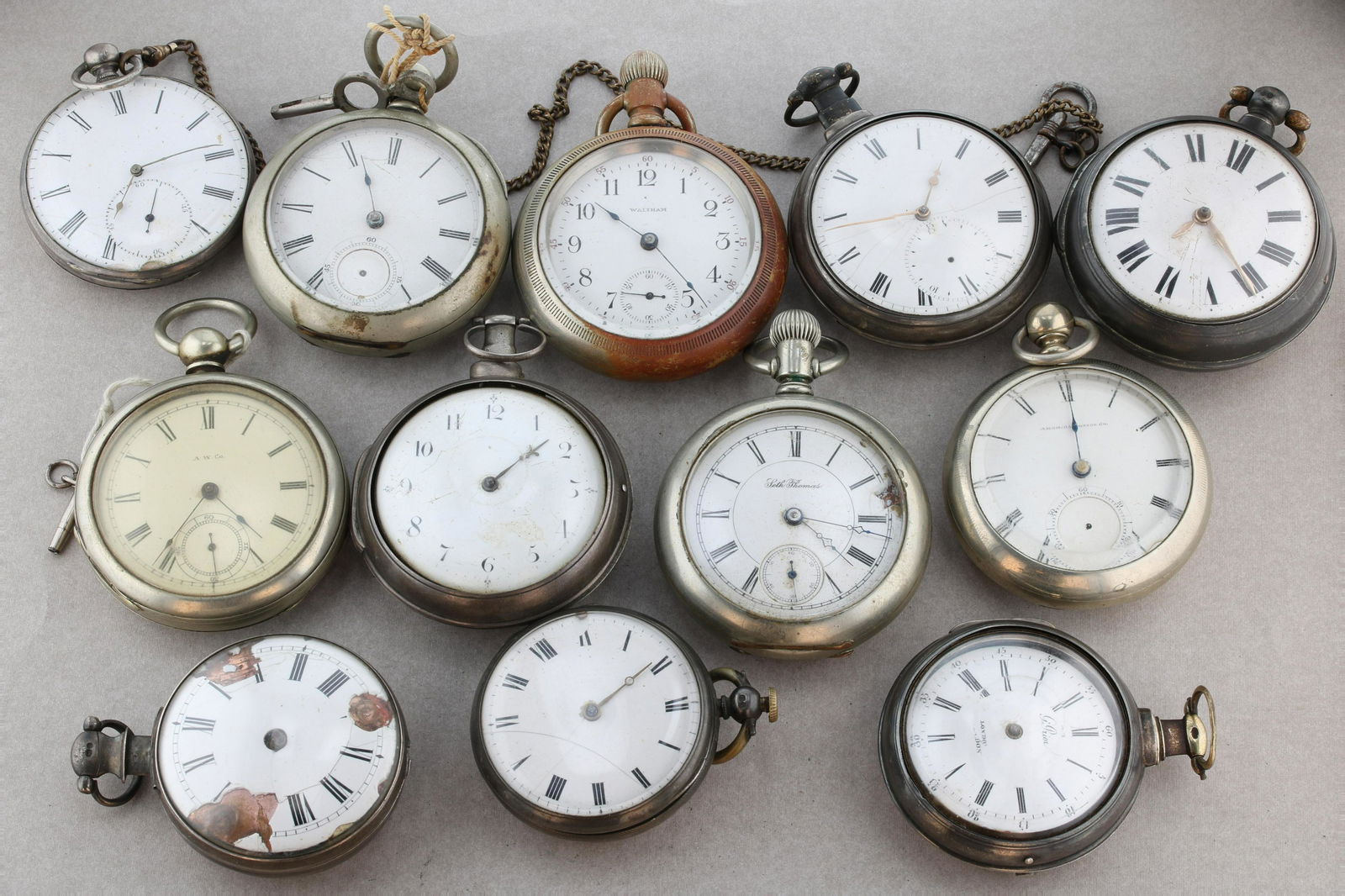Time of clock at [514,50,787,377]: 10:23
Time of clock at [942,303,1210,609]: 12:00
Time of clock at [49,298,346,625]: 4:35
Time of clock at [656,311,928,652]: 4:14
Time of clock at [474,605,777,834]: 2:09
